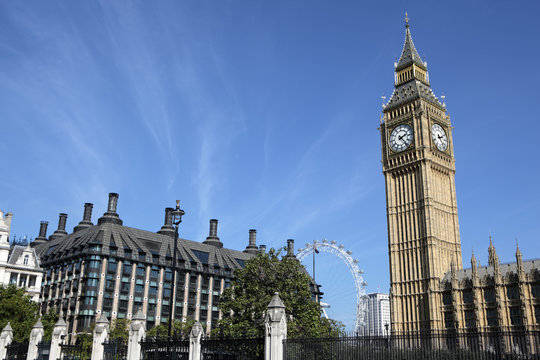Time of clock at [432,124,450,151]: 2:23
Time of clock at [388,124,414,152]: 2:23
